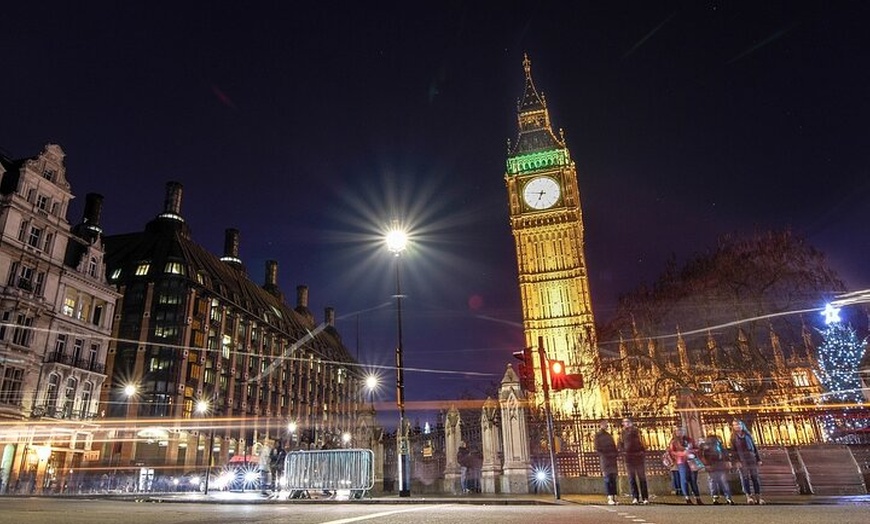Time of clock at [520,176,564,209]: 6:47
